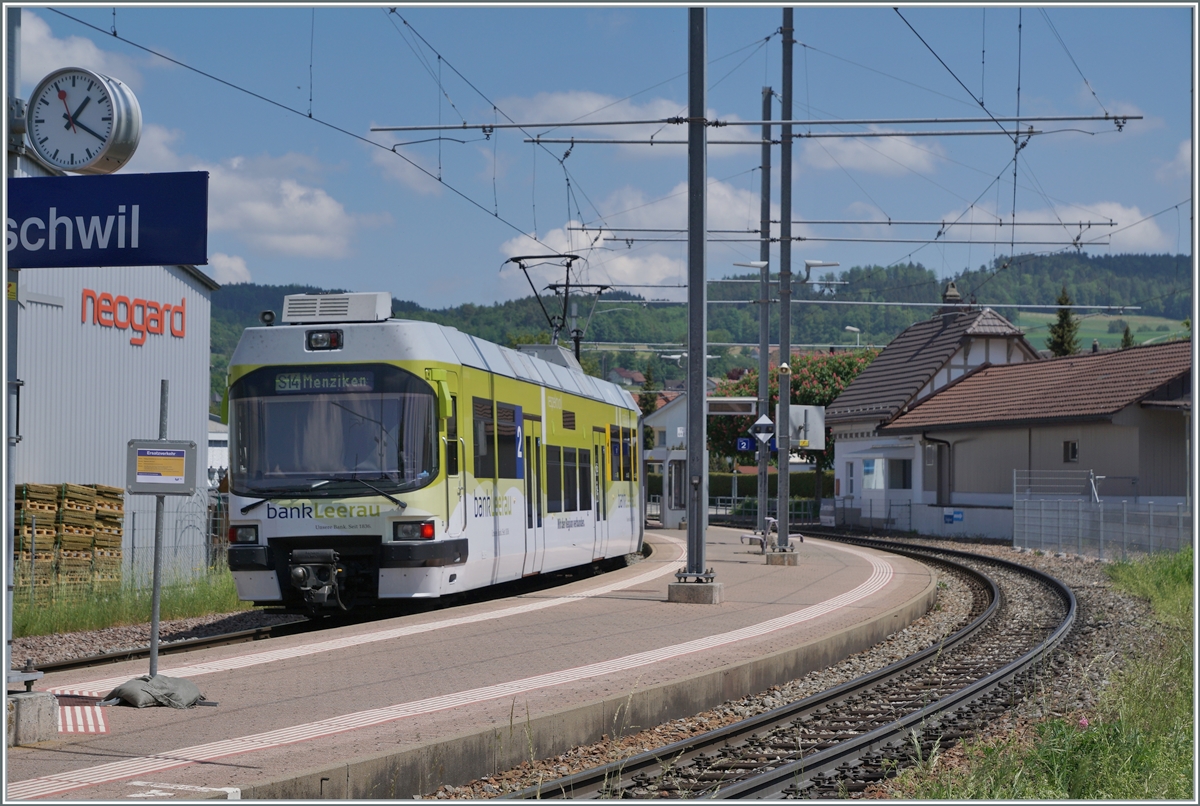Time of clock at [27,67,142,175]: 1:19
